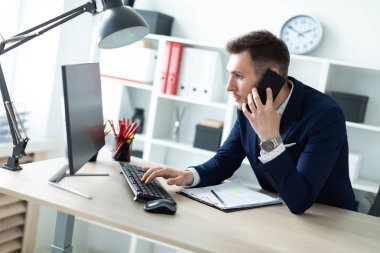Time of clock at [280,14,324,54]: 1:50
